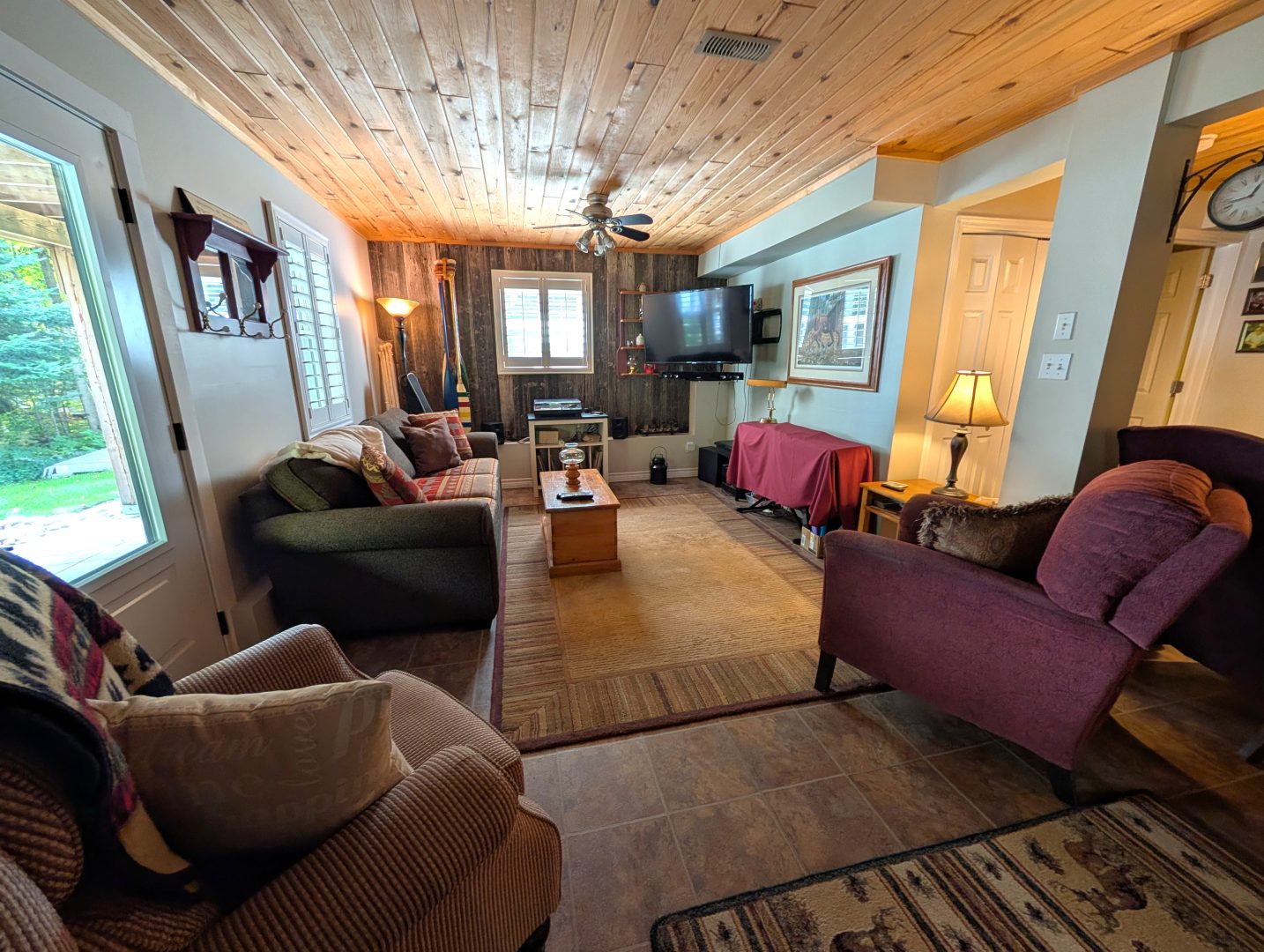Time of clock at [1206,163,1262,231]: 12:42
